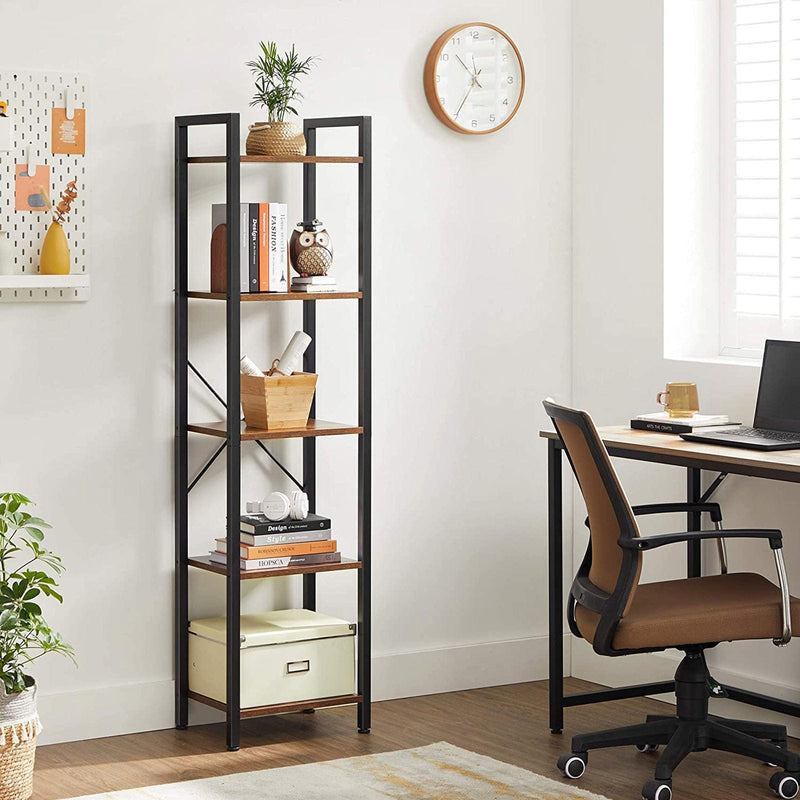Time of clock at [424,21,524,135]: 10:35
